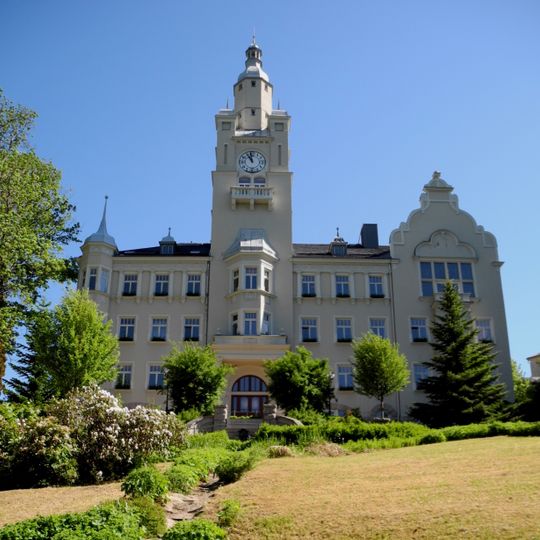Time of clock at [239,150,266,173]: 10:58
